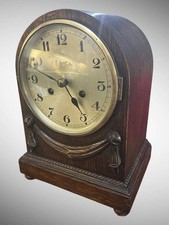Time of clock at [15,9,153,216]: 4:47
